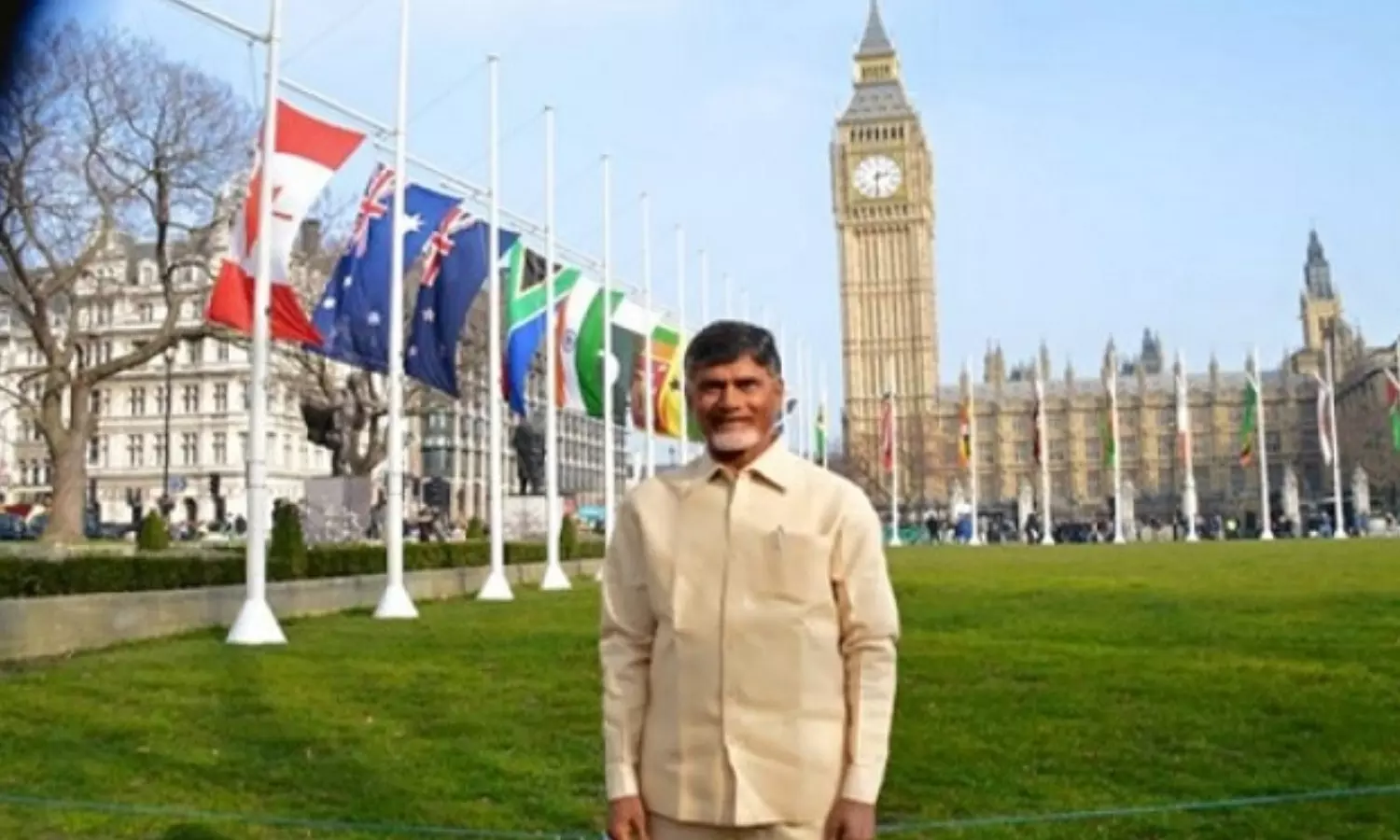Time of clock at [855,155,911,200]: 2:31
